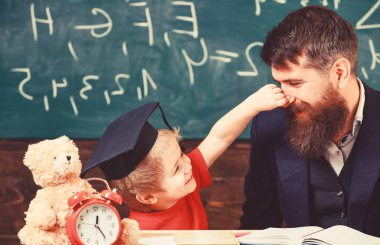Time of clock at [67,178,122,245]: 12:23
